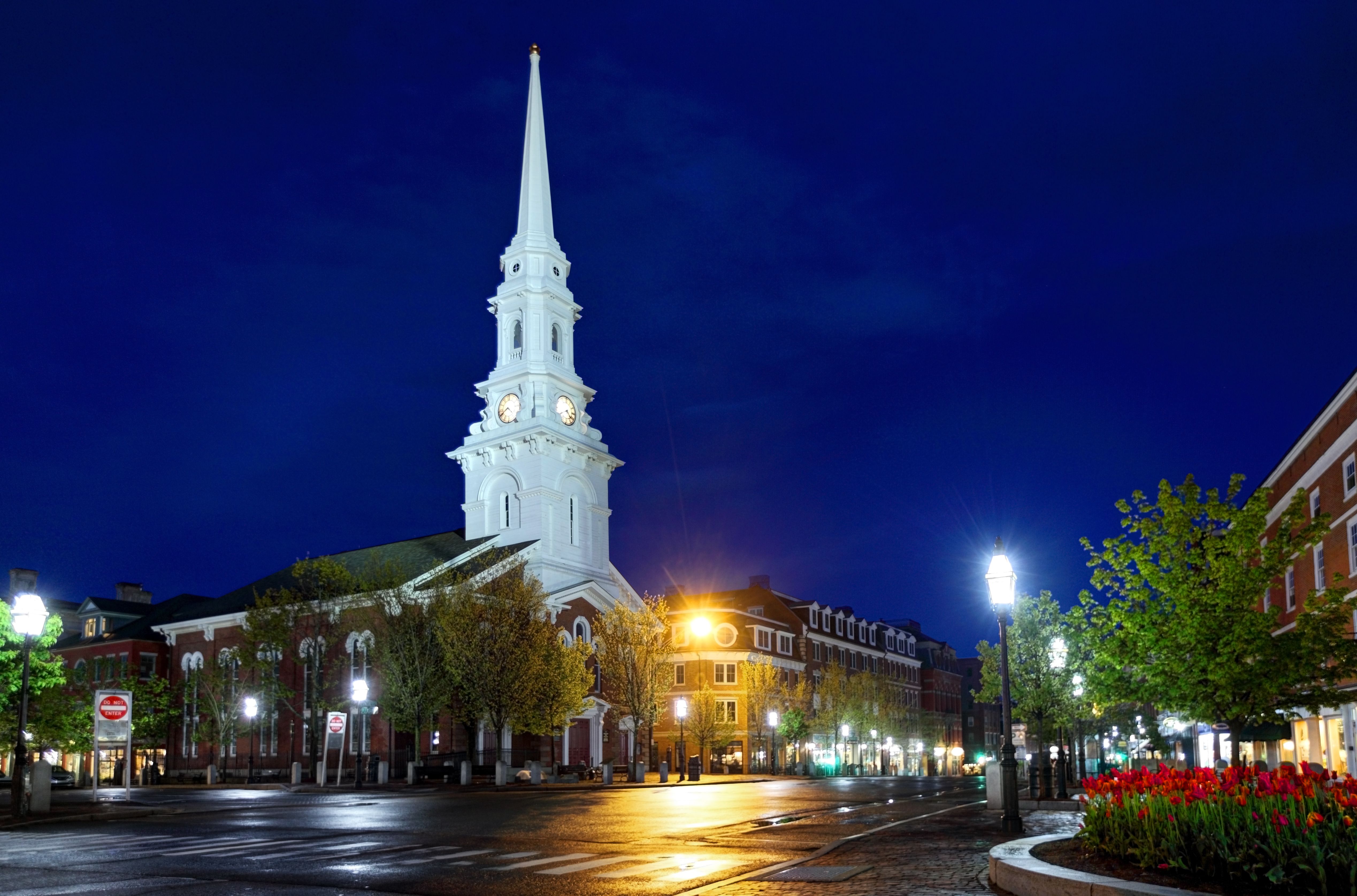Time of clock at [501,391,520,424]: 4:40
